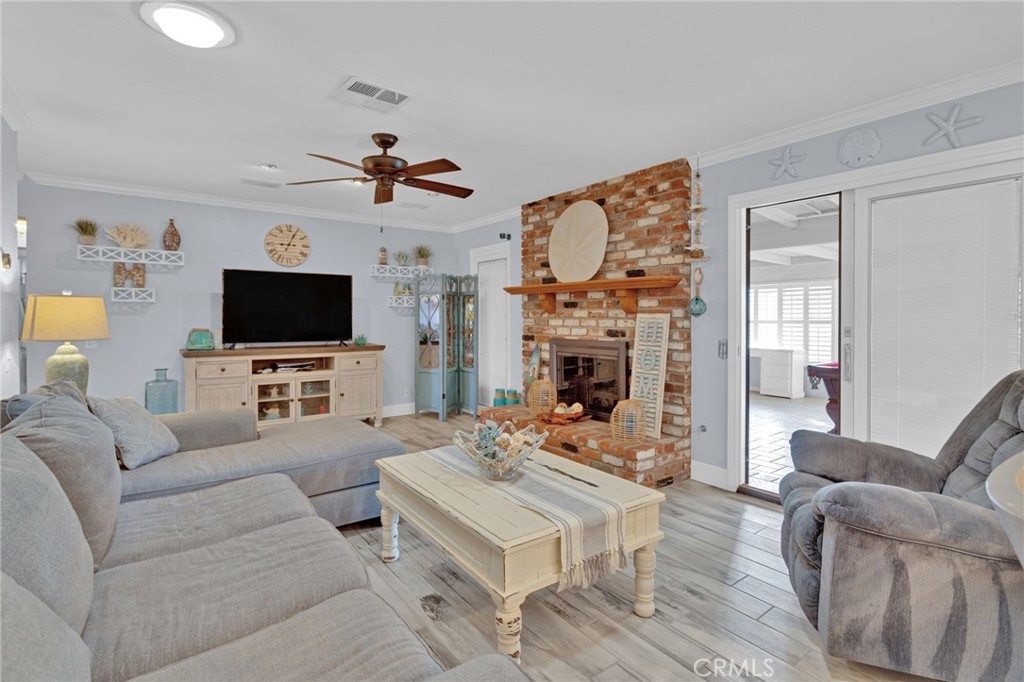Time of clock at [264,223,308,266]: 9:04
